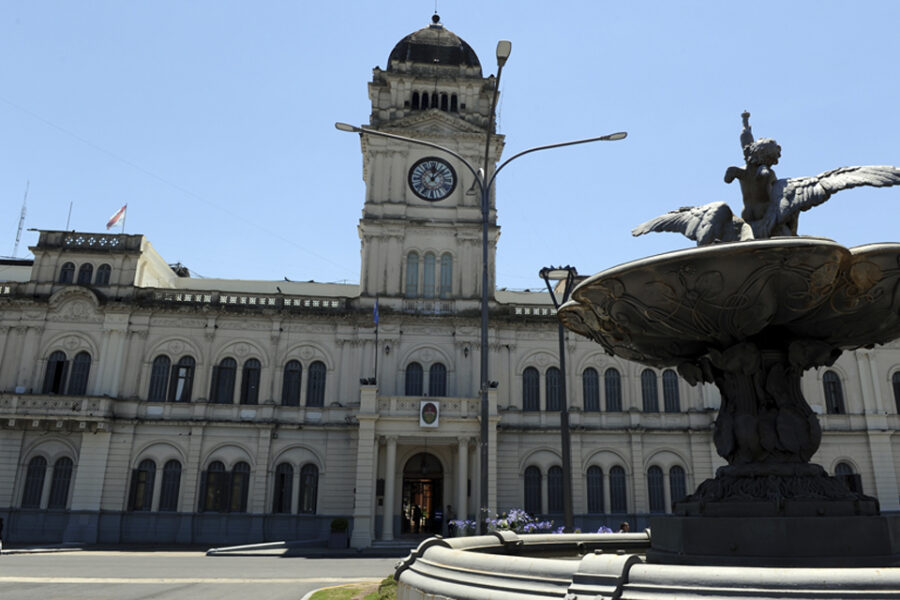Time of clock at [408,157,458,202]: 12:07
